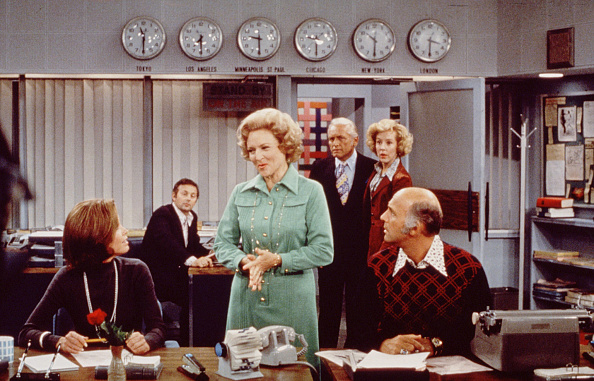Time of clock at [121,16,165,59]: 11:30
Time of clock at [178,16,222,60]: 7:29
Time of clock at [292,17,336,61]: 9:29
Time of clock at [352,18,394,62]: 10:30
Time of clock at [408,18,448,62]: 3:30
